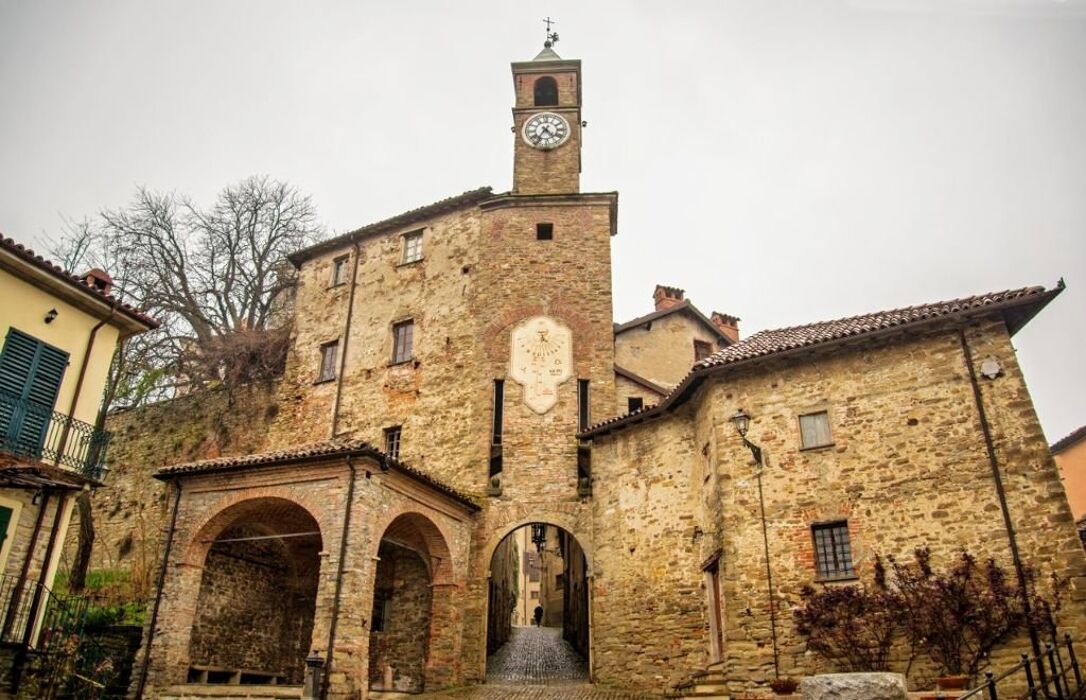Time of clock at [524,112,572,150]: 4:35
